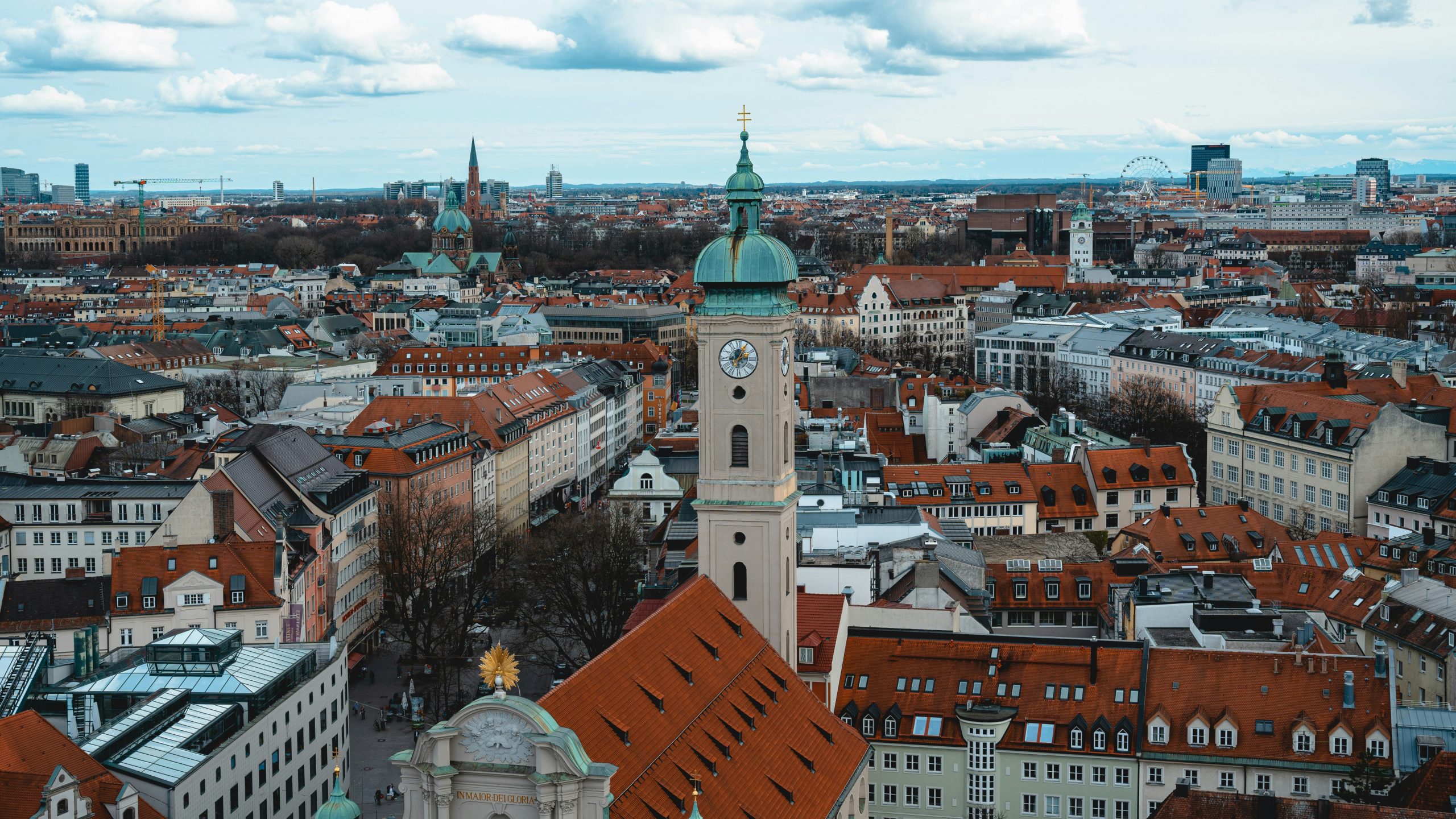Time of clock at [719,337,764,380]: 2:04
